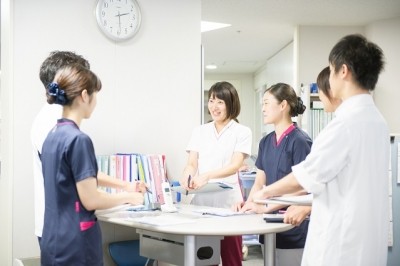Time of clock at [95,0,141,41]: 2:29
